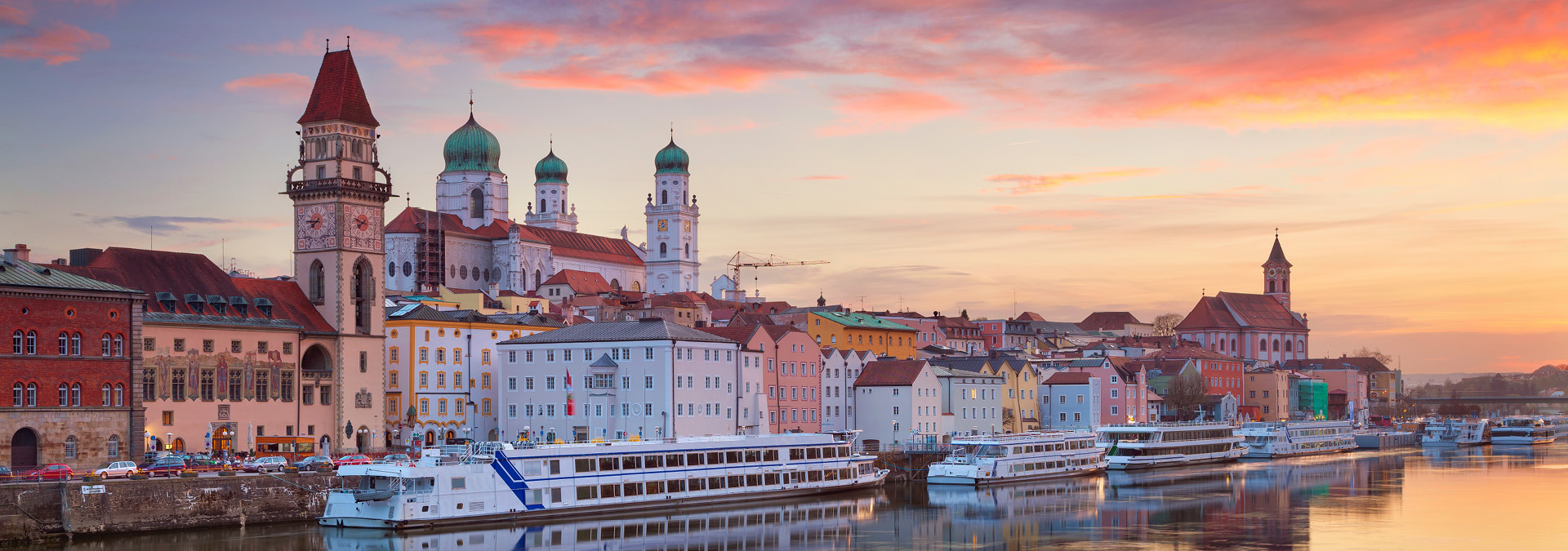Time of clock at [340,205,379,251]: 7:48
